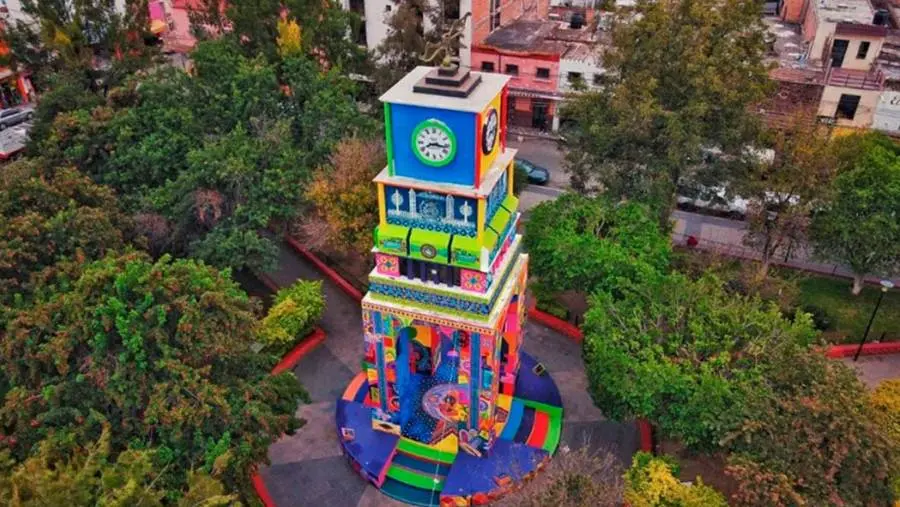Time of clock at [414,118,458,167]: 8:16
